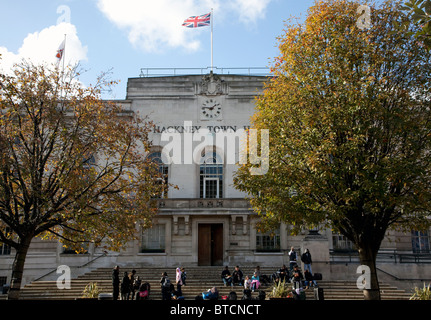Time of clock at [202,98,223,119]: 1:46
